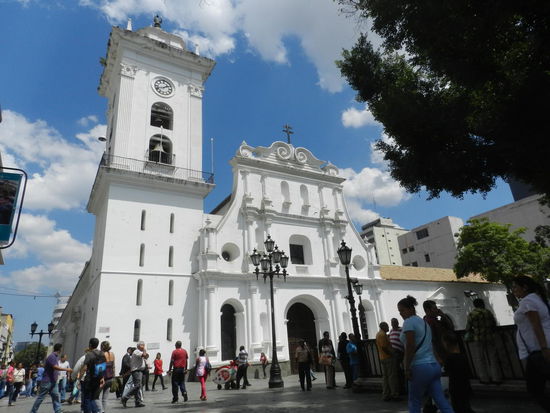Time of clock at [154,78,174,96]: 1:41
